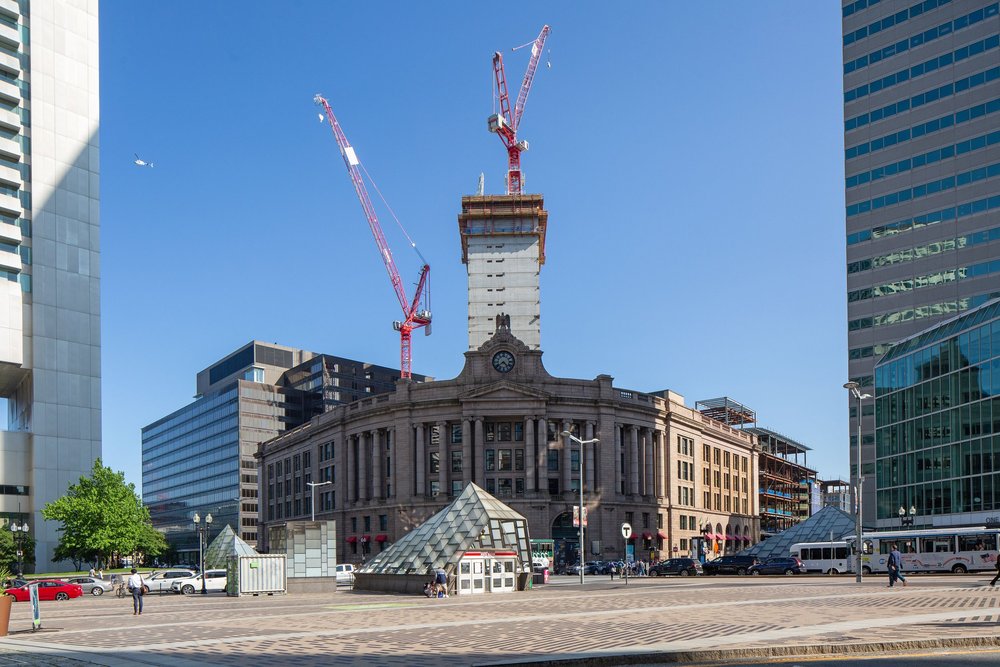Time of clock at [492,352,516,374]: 4:39
